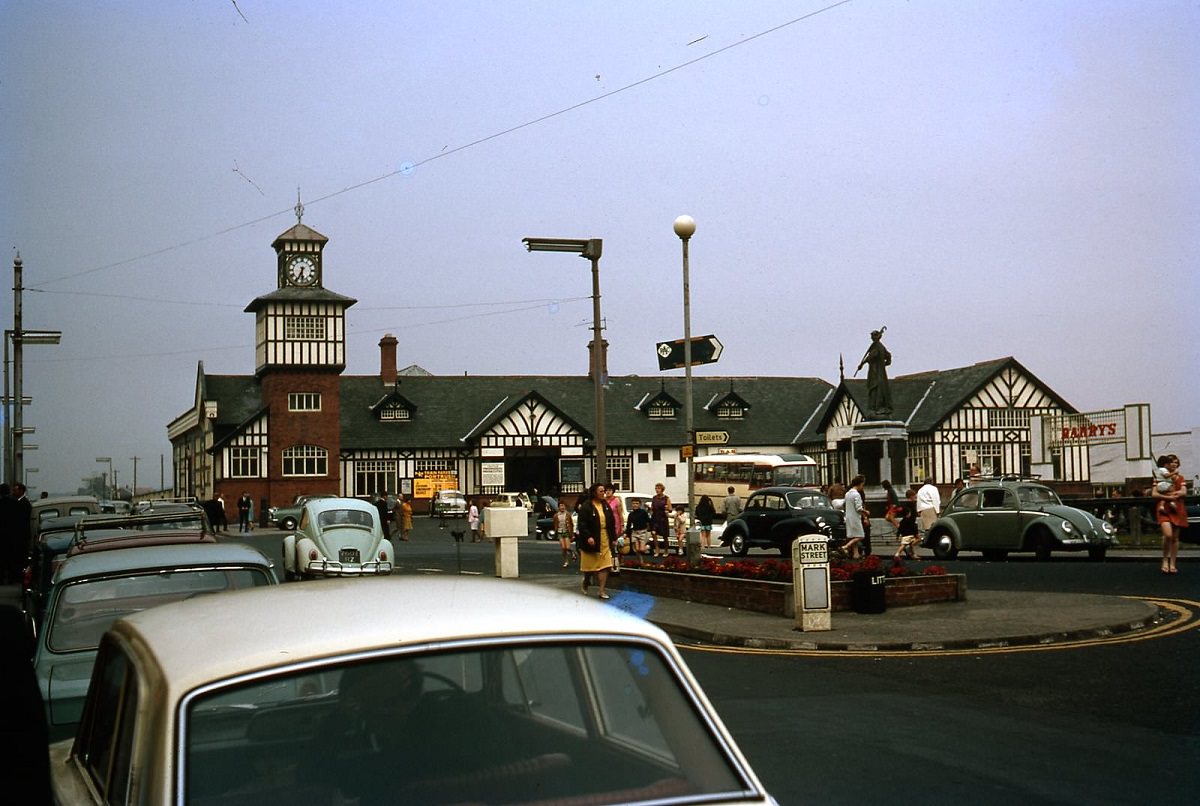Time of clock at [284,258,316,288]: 5:34
